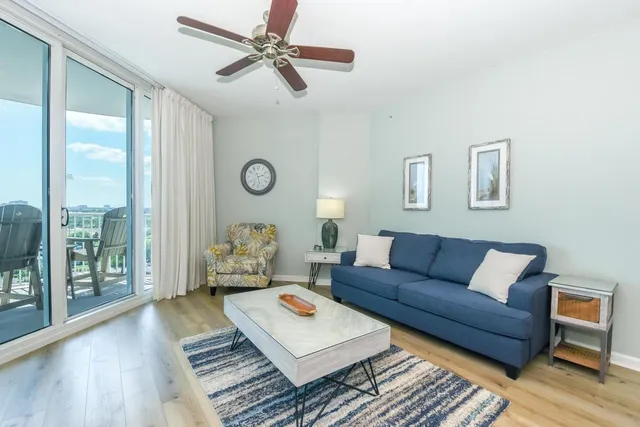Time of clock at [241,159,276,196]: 2:28
